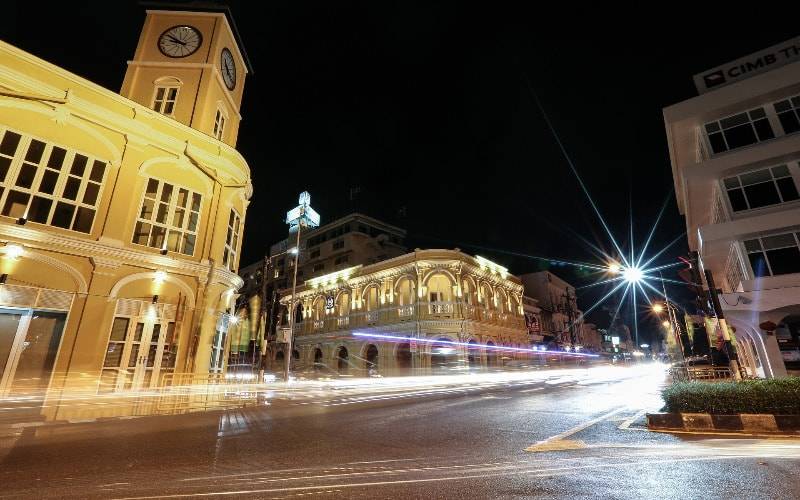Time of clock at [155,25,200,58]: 9:51
